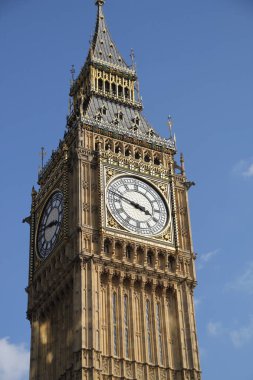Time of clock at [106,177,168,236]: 3:47
